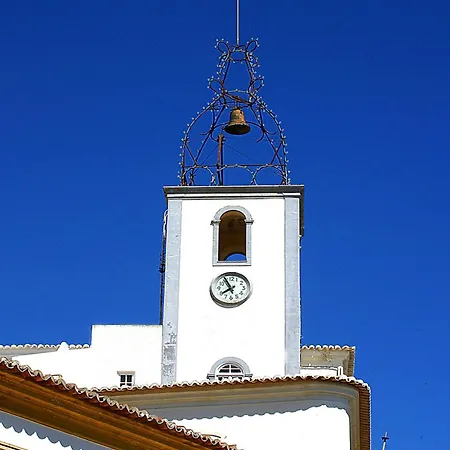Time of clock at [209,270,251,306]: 7:55
